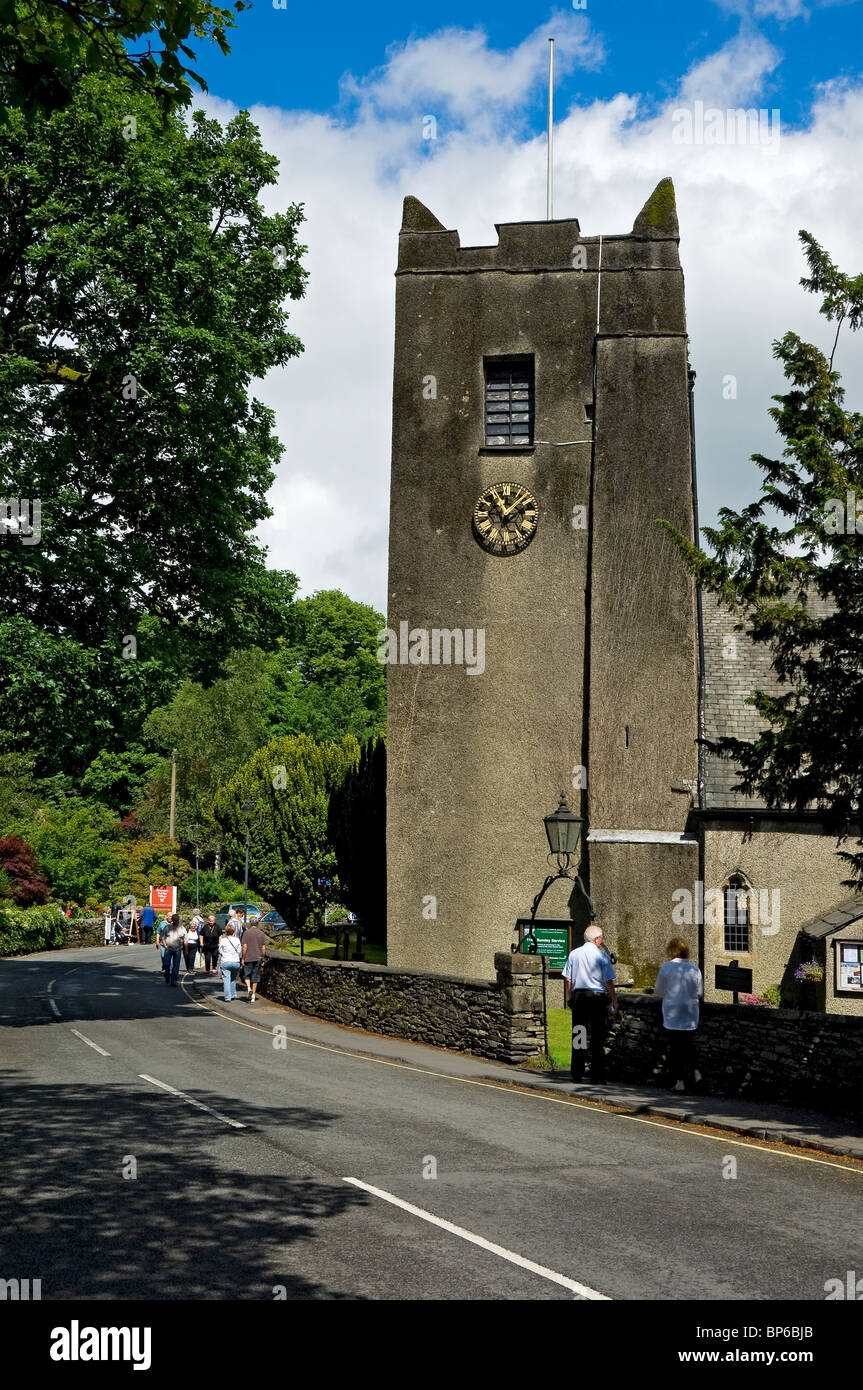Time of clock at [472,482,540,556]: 11:07
